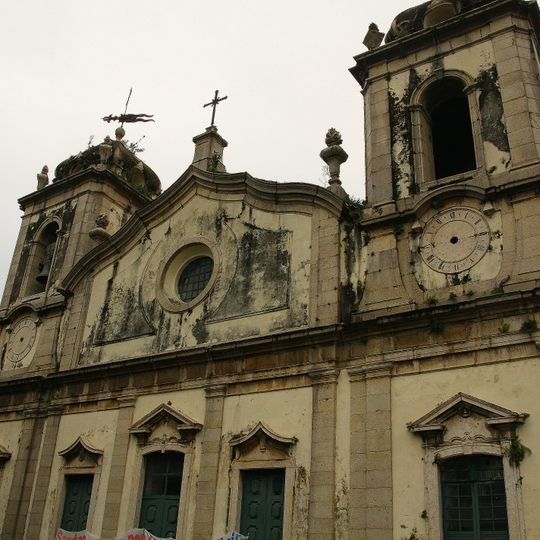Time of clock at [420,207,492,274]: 3:15
